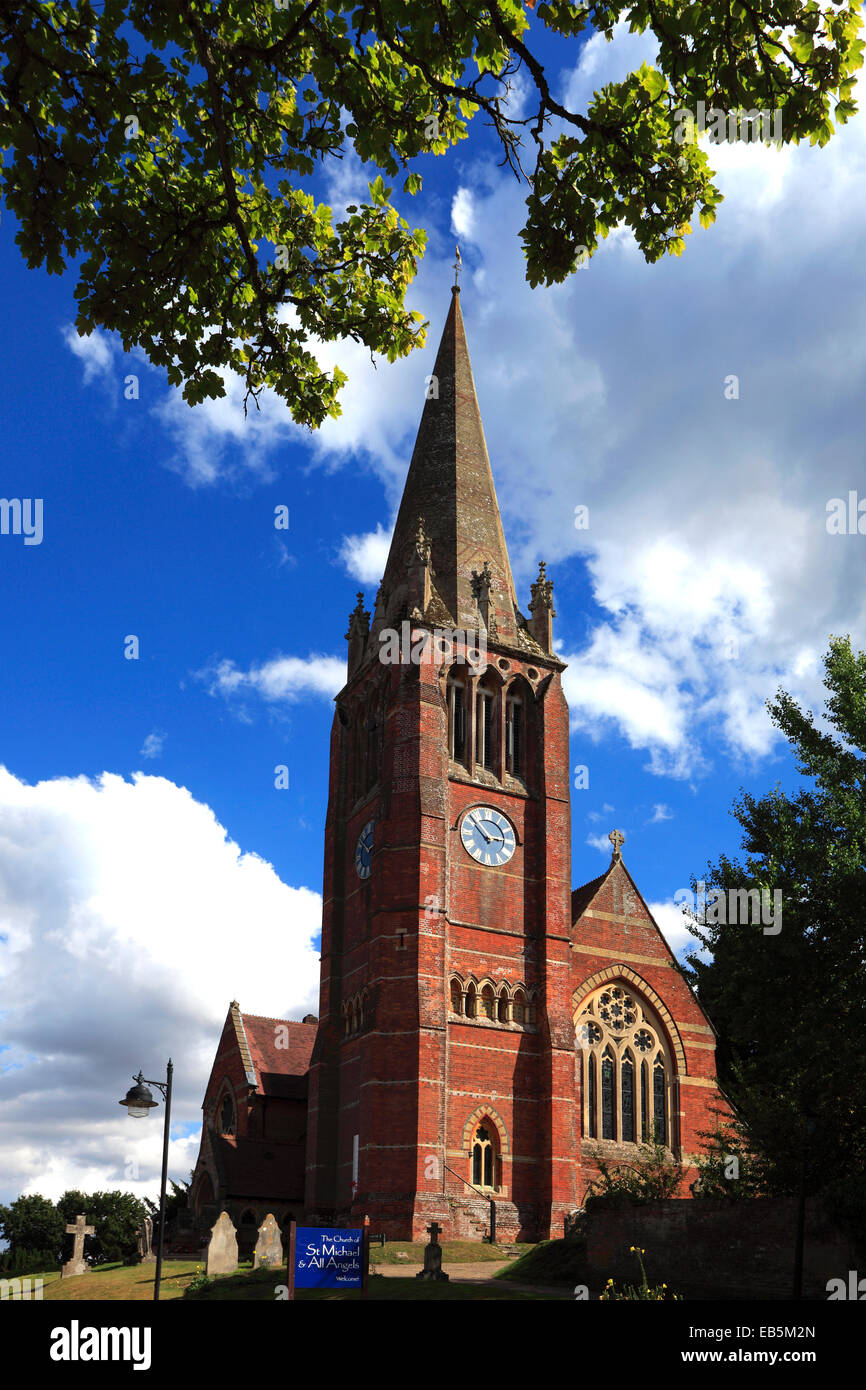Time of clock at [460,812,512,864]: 2:52
